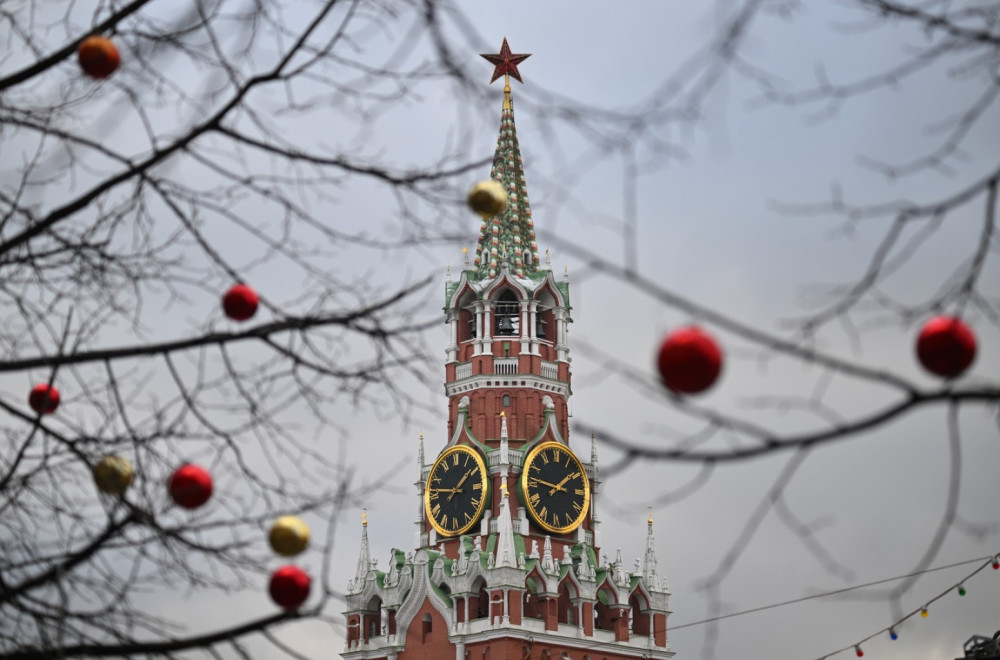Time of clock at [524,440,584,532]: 1:46
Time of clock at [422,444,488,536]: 1:46
